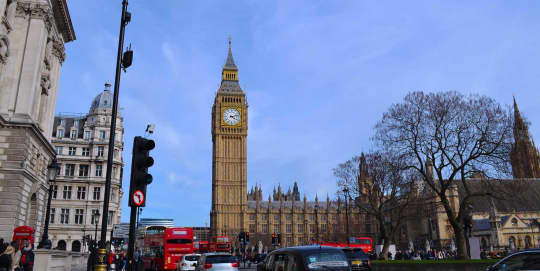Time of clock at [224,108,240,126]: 4:12
